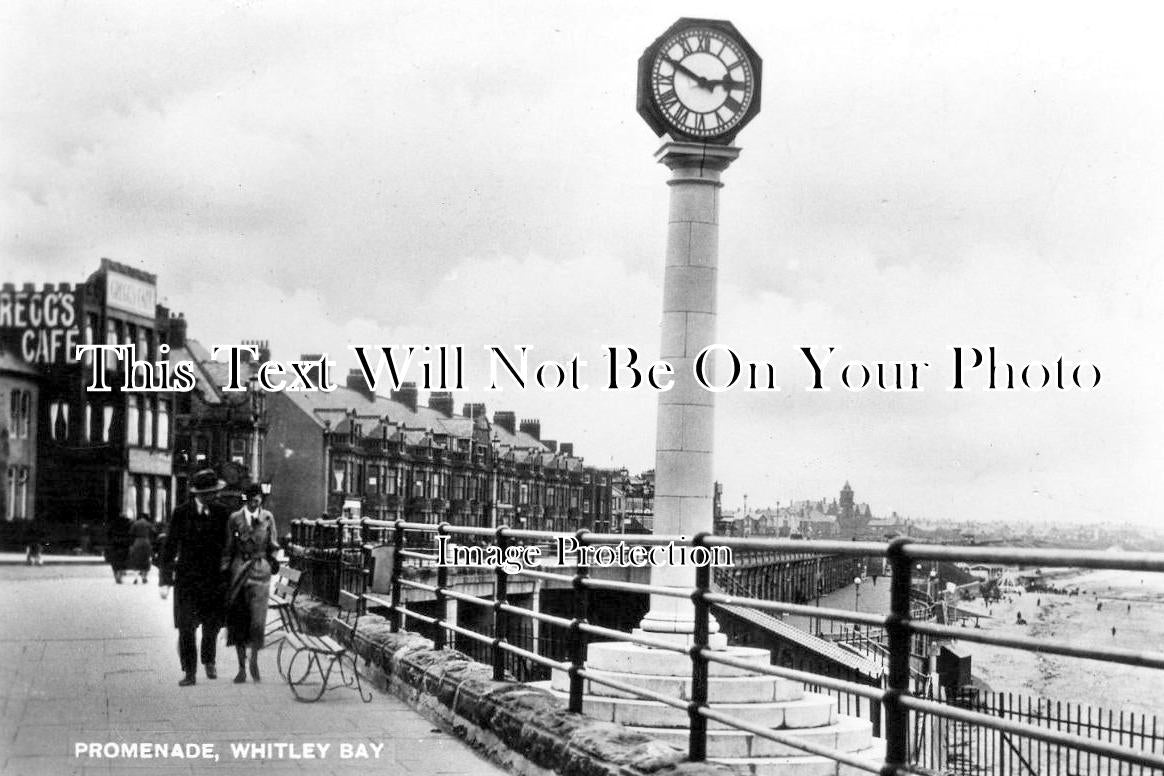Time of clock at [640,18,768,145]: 2:49
